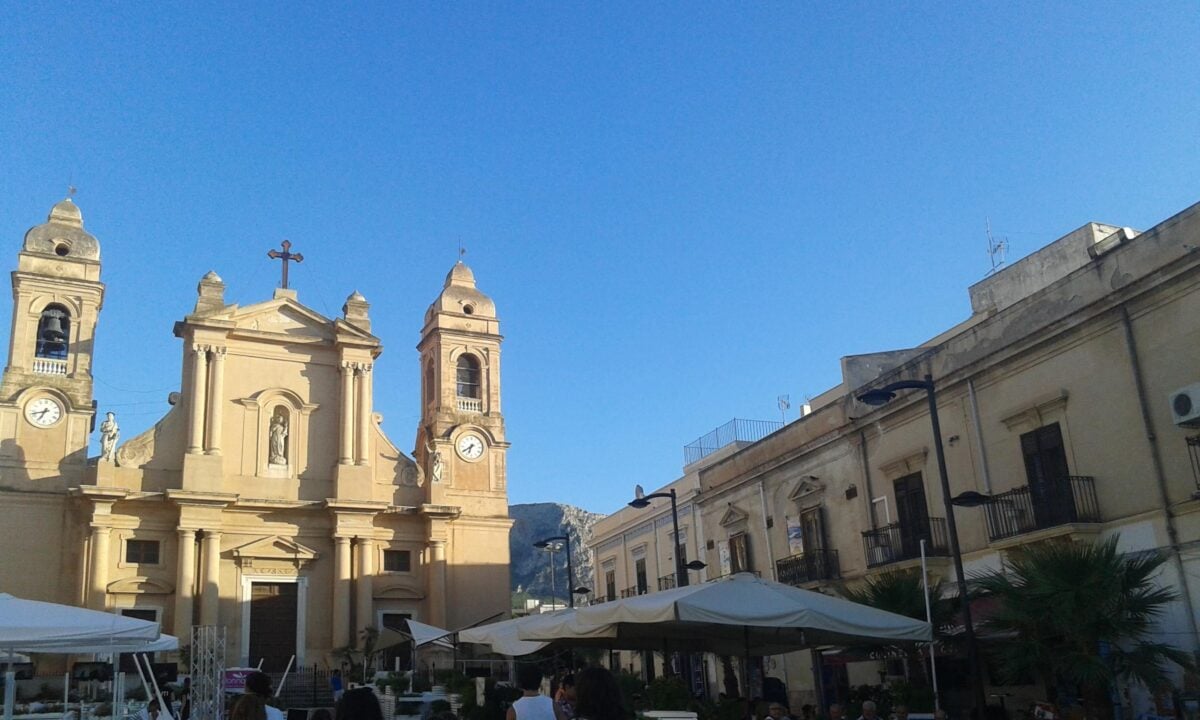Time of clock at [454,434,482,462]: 6:39
